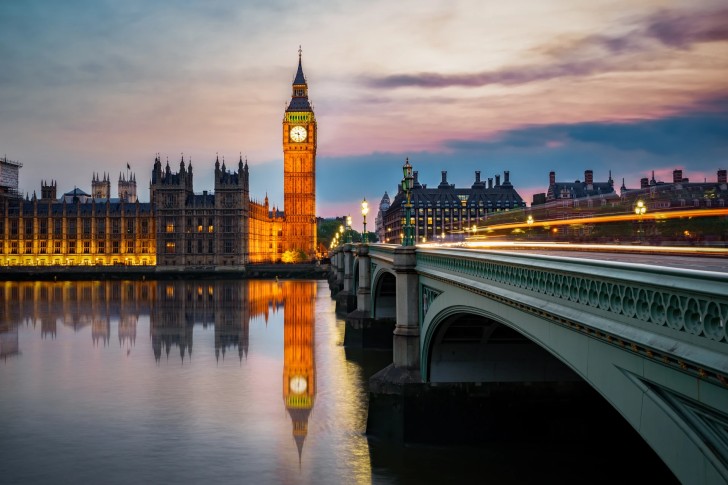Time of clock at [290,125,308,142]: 9:28
